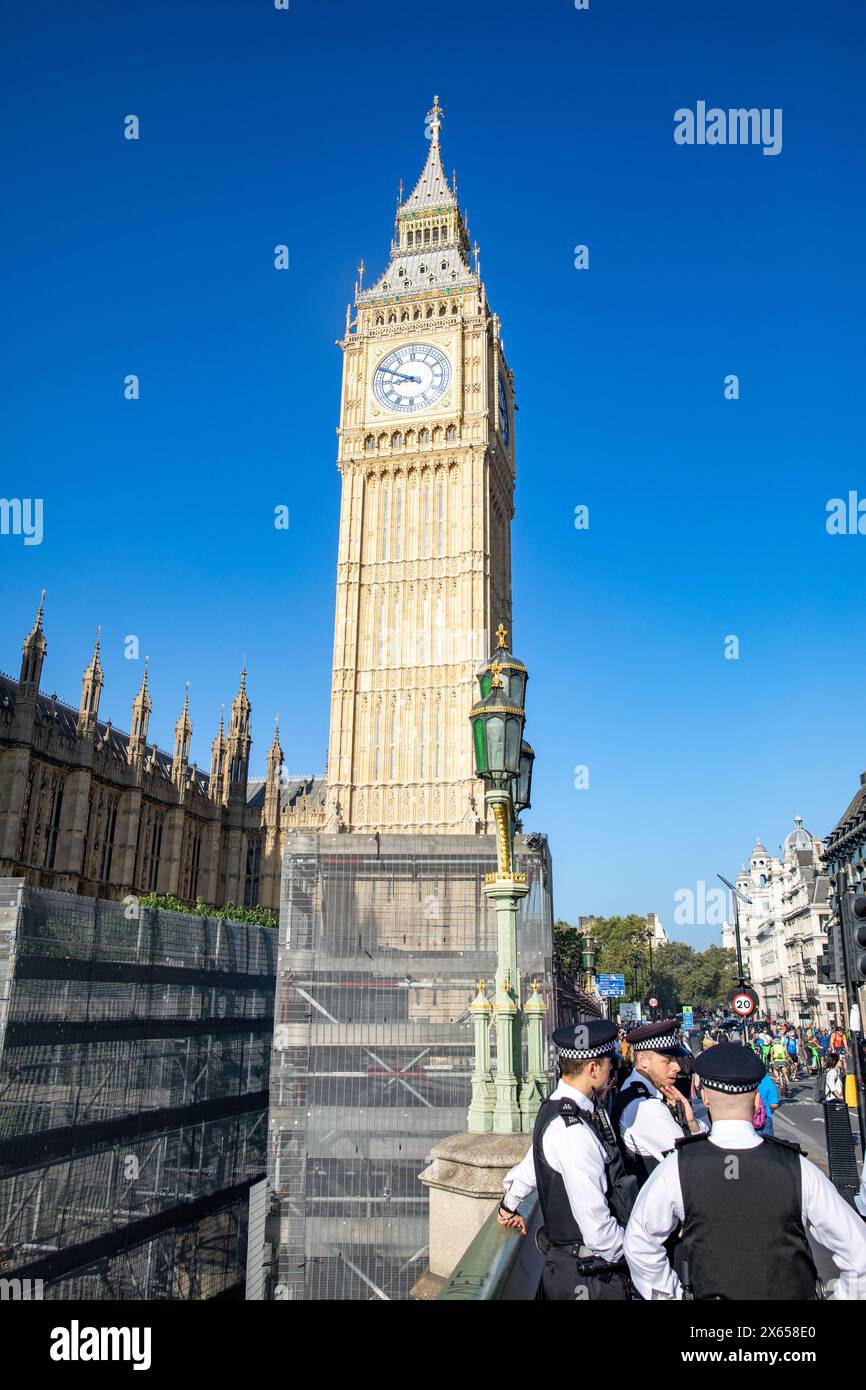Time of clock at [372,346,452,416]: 8:48
